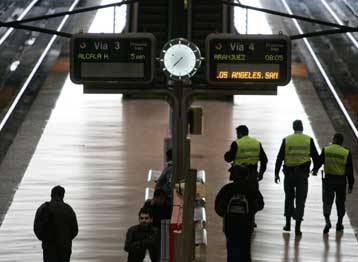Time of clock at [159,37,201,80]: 7:37
